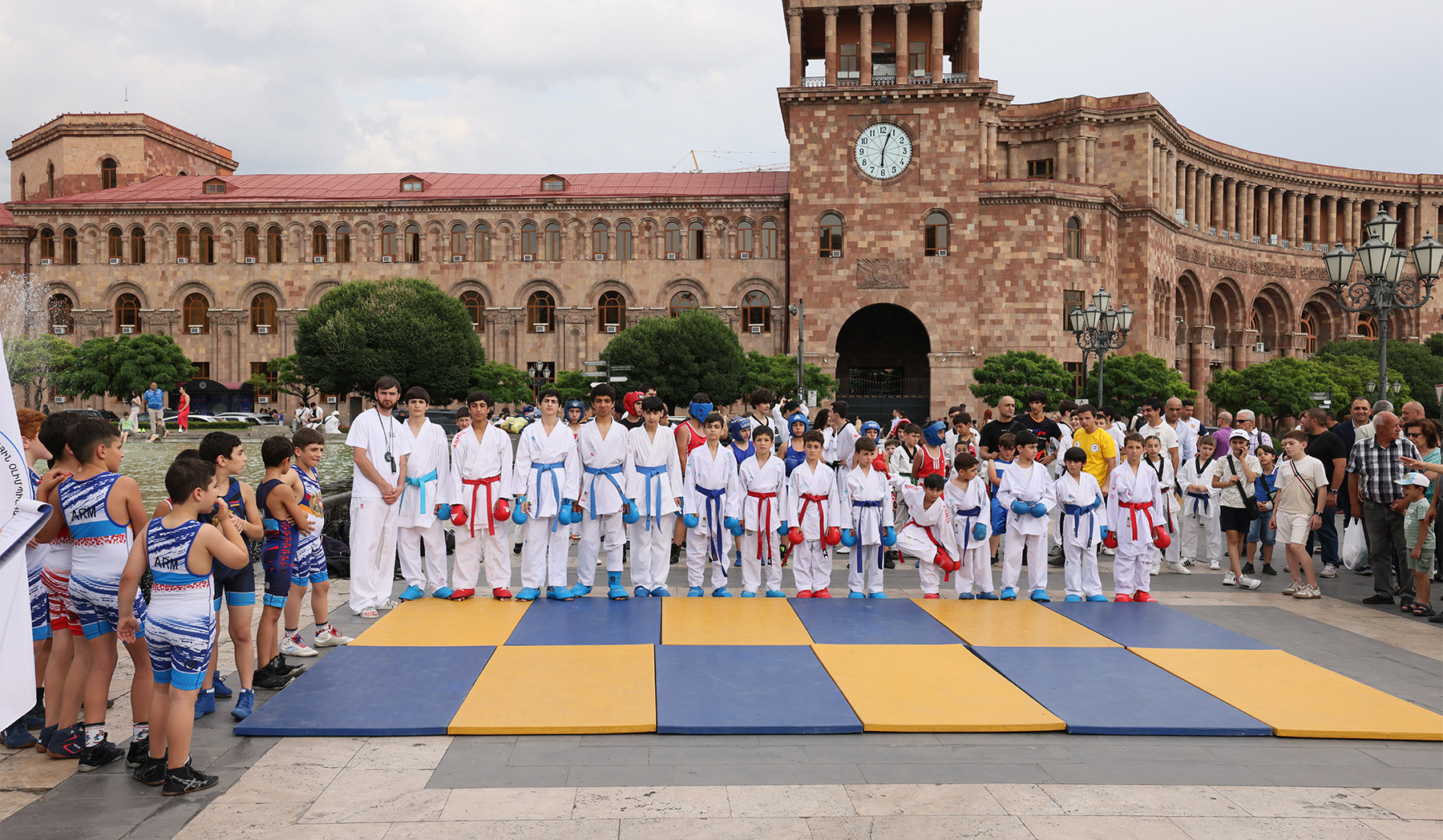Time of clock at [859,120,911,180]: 6:03
